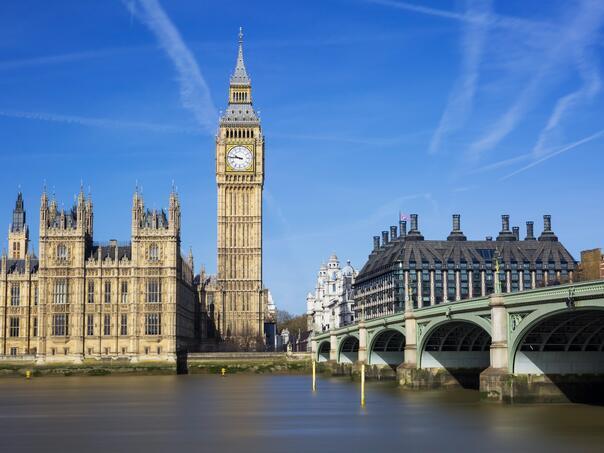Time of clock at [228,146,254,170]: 9:45
